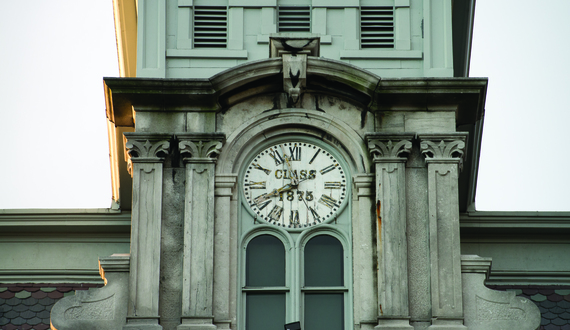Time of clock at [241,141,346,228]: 7:57
